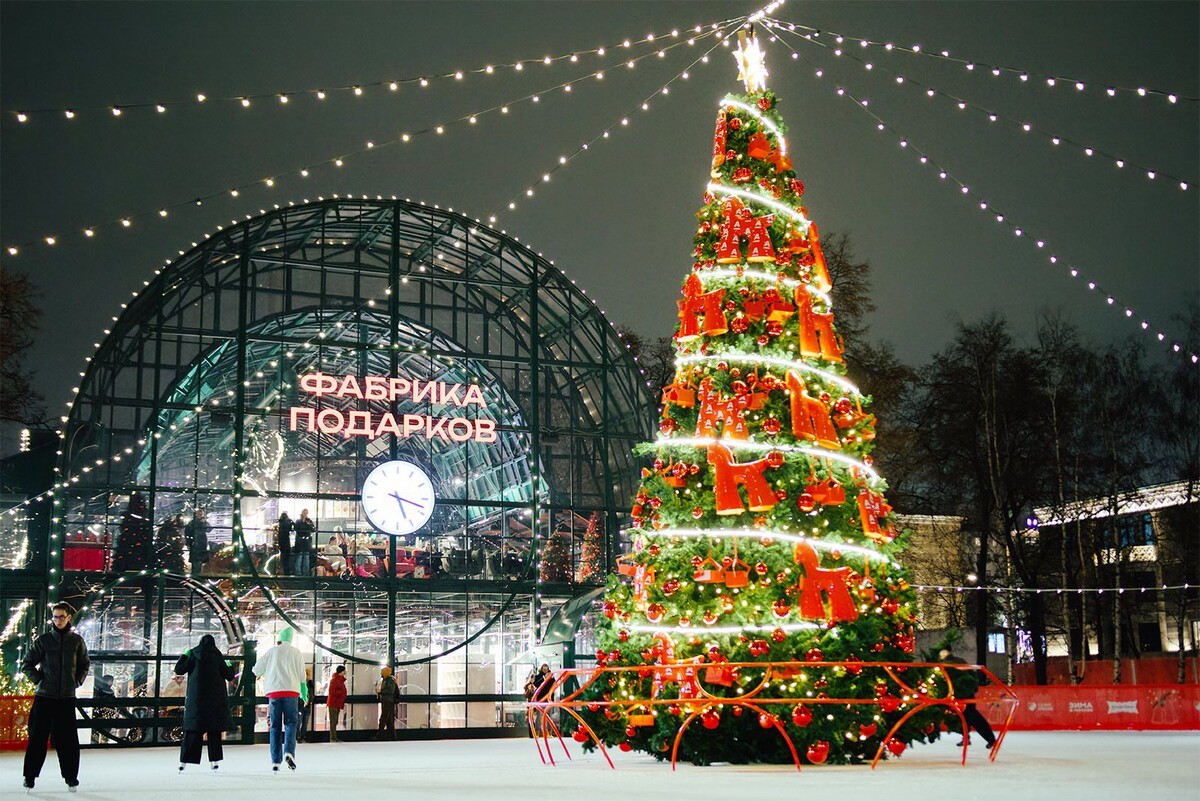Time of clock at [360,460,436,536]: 5:18
